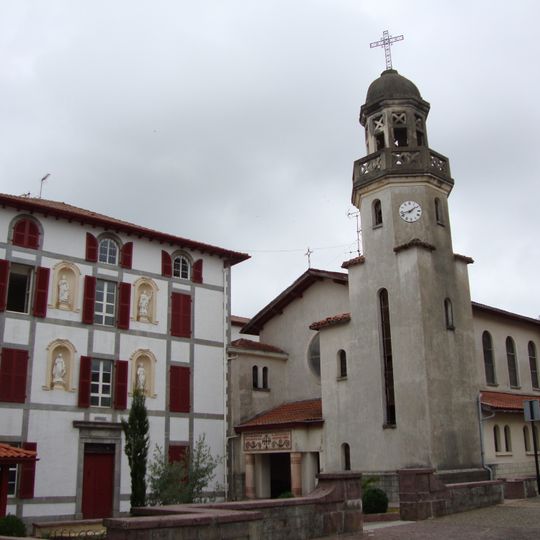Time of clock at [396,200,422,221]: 1:42
